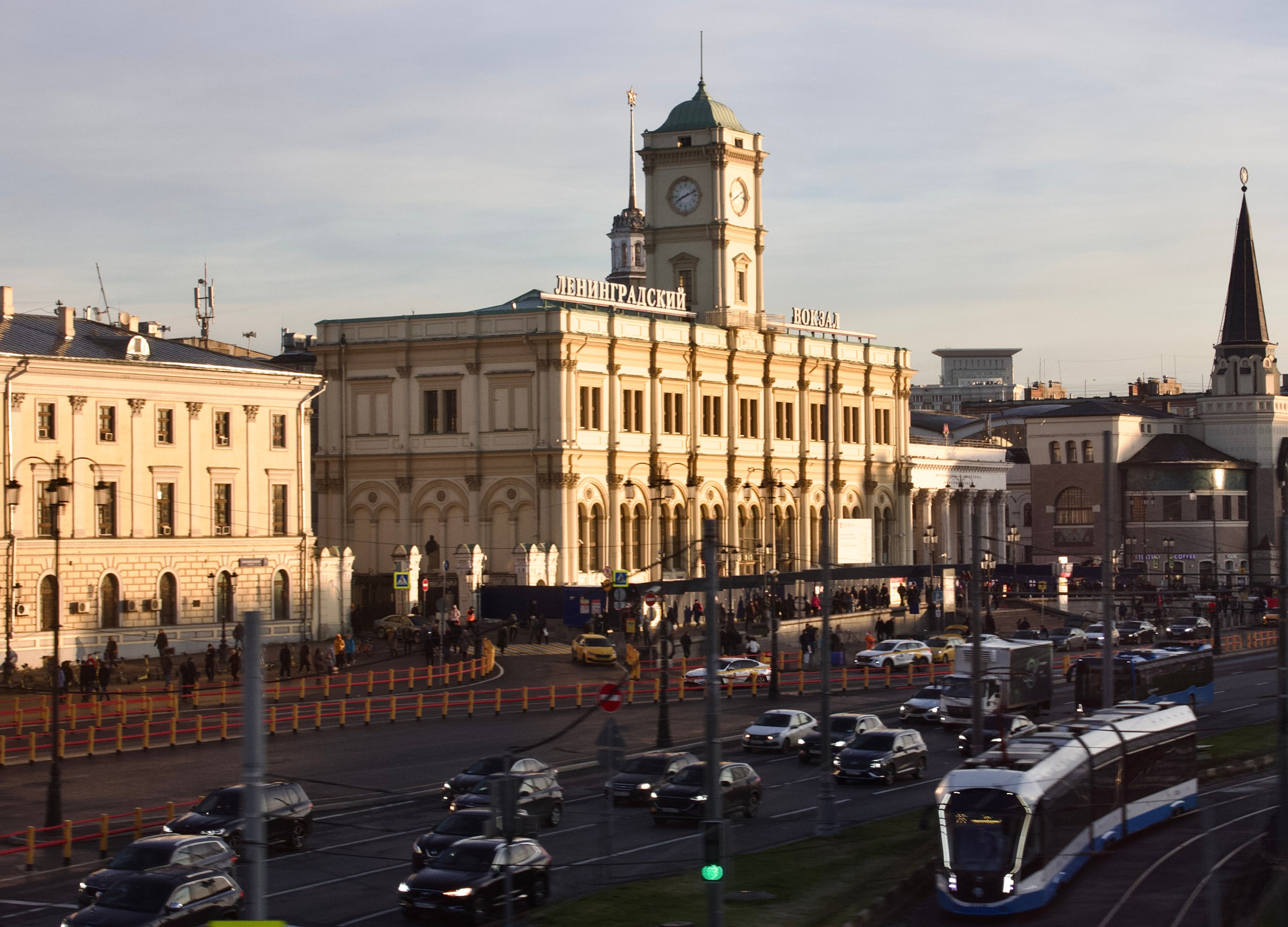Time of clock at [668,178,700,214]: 8:11
